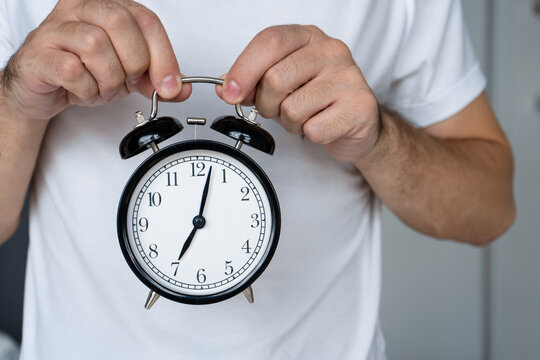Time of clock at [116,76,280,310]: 7:02
